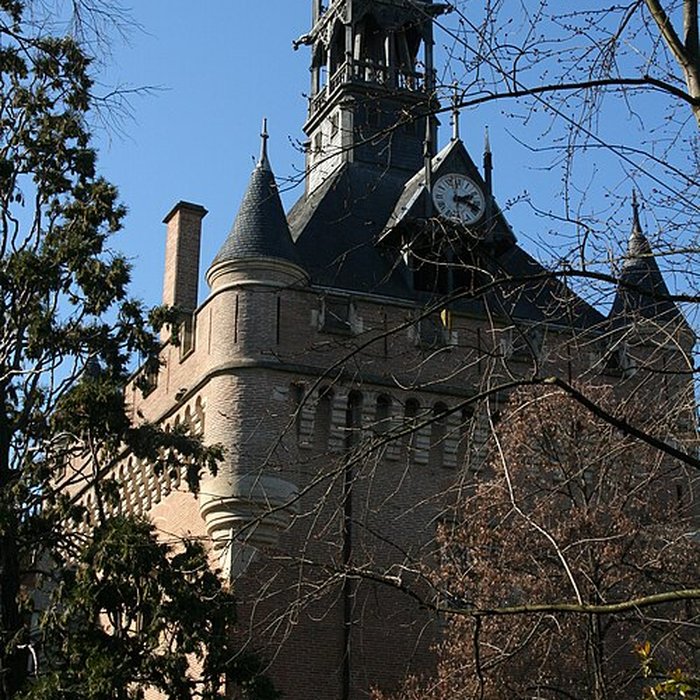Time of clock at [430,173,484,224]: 2:18
